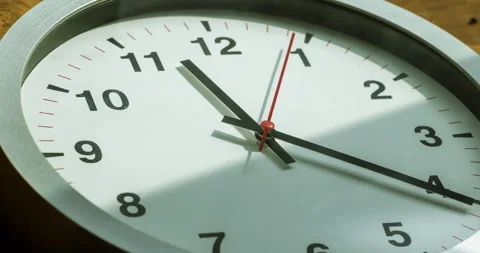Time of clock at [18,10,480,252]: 11:20
